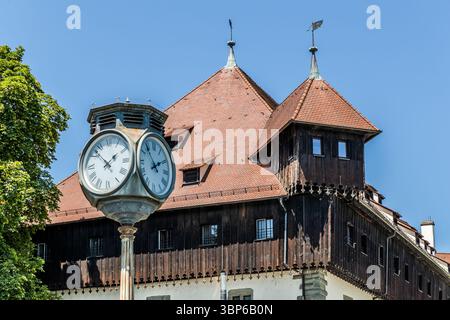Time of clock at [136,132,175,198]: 1:53
